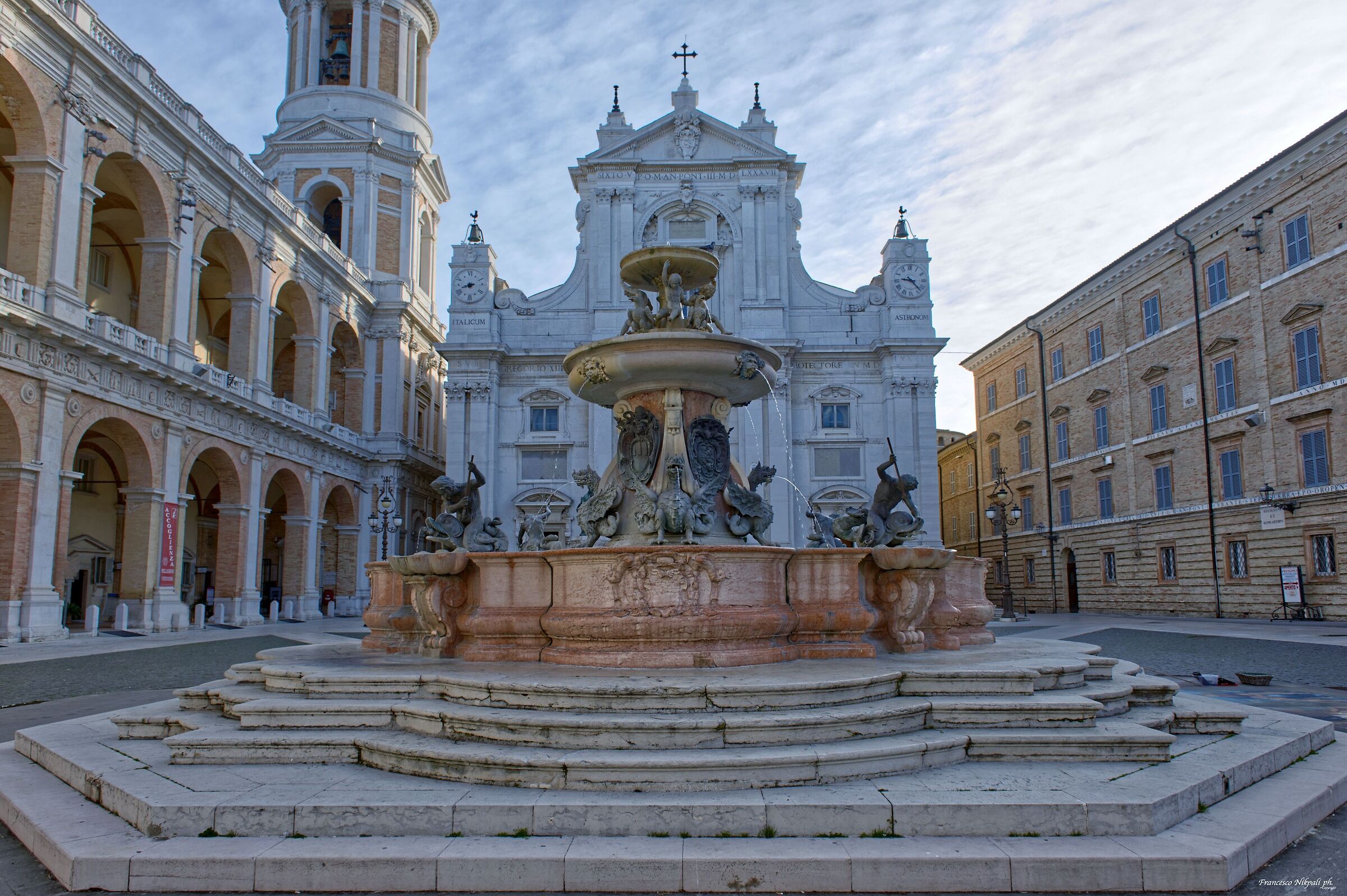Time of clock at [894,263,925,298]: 9:22
